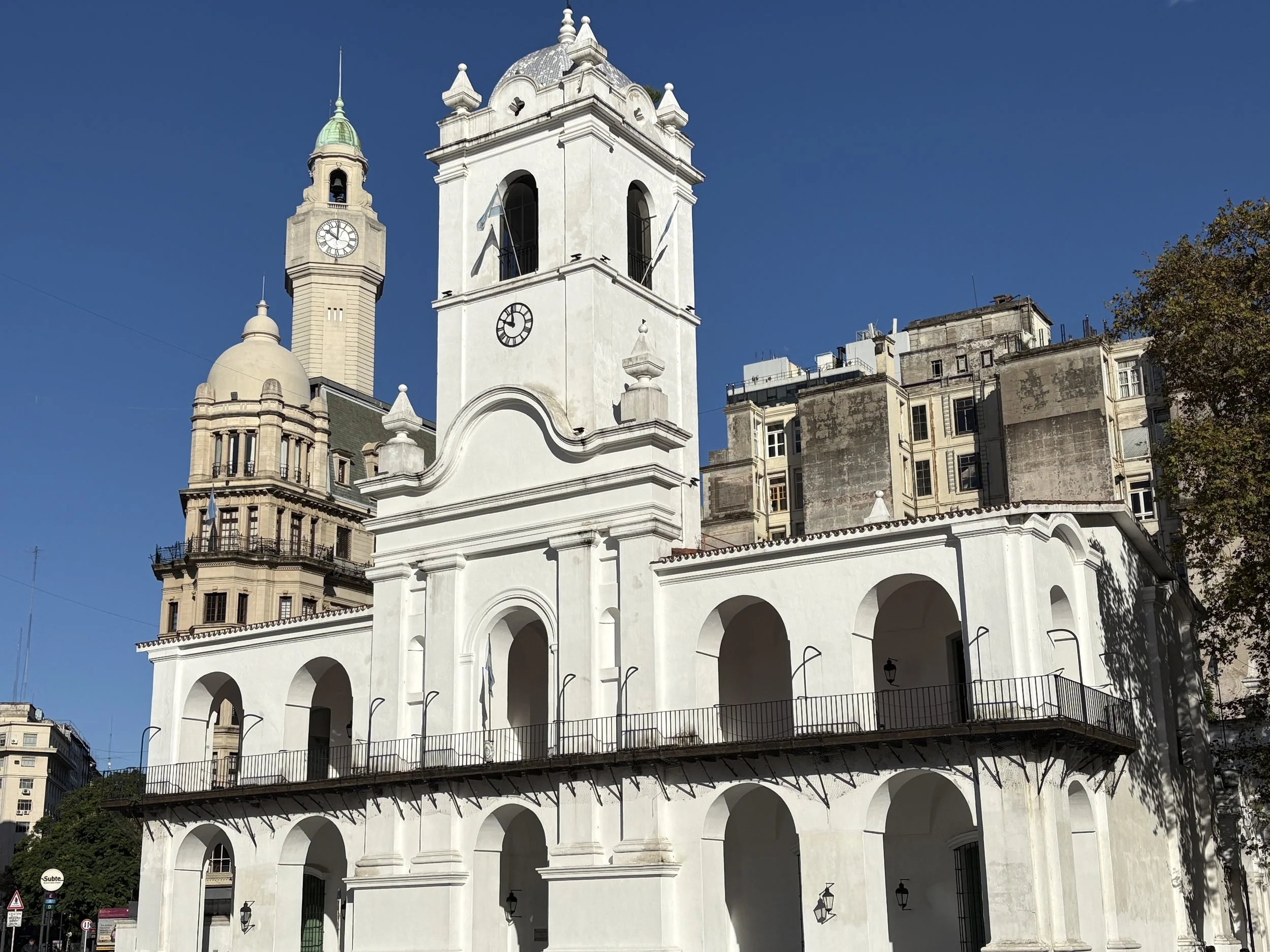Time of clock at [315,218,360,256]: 10:00
